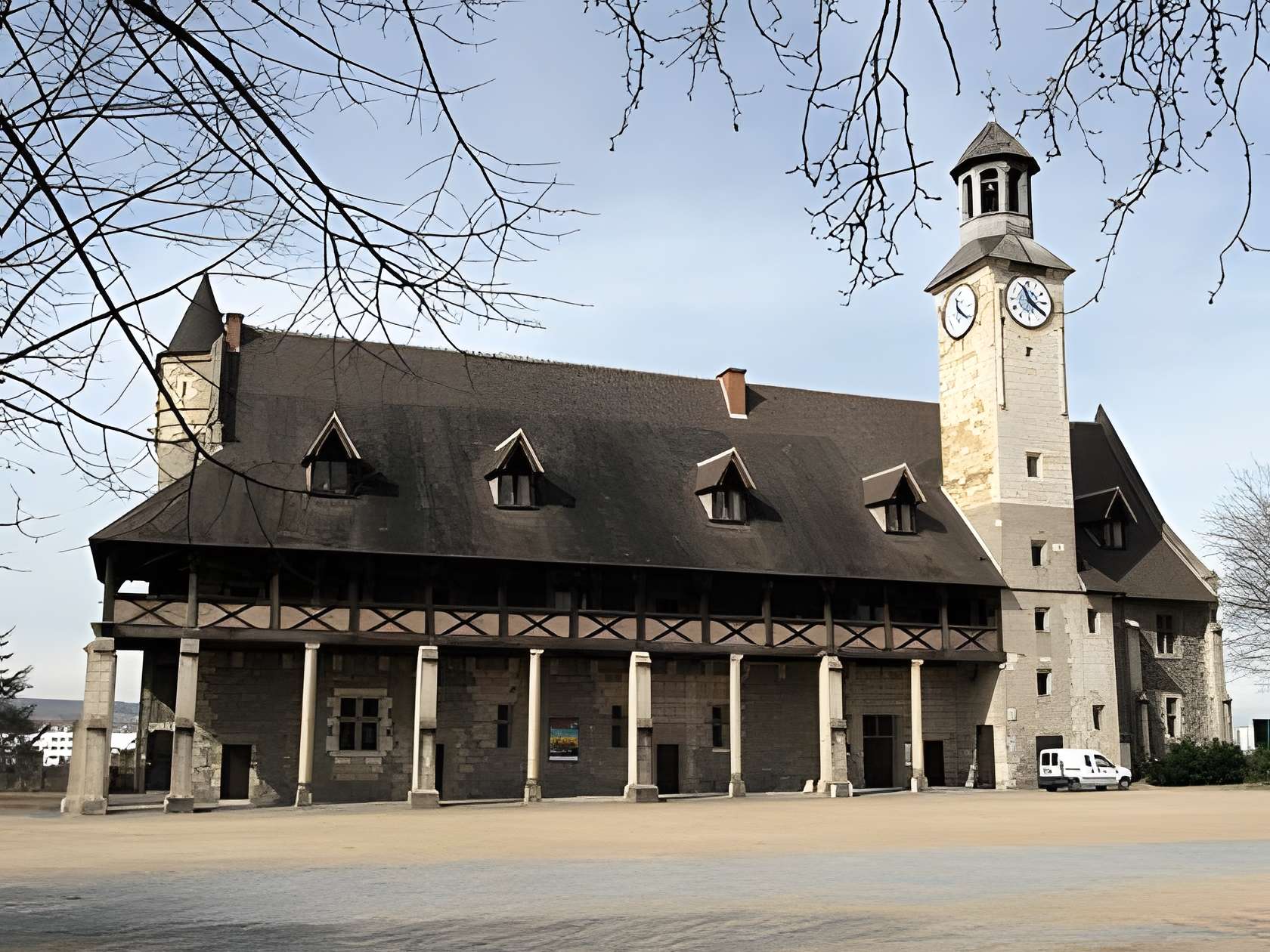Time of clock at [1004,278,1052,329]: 11:20
